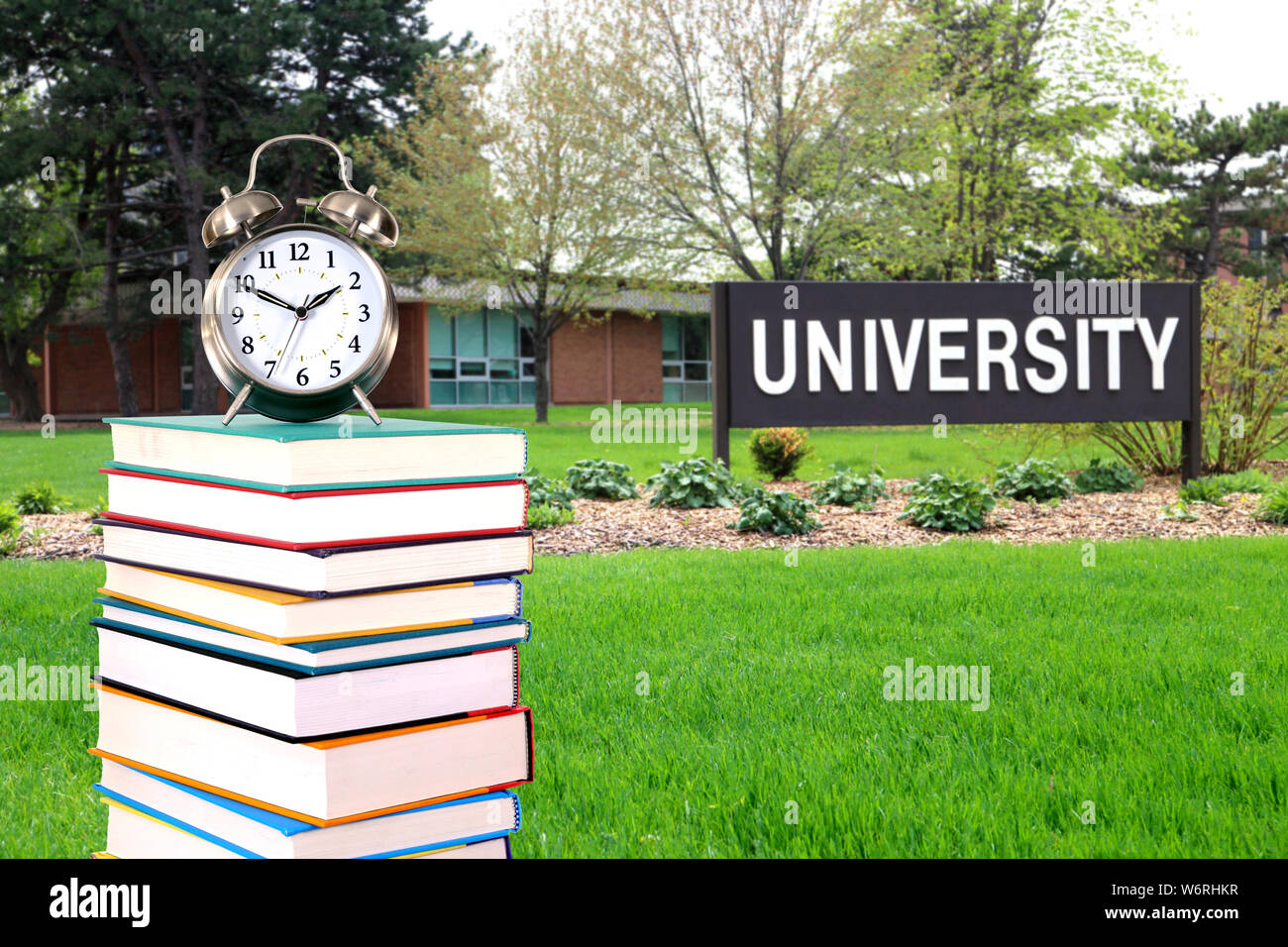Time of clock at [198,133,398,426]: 1:49
